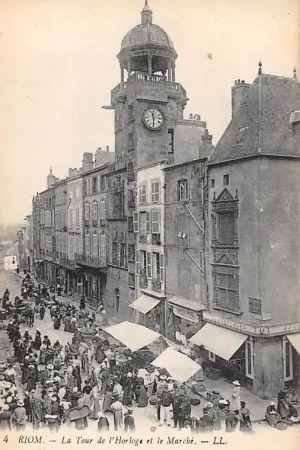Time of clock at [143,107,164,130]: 11:30
